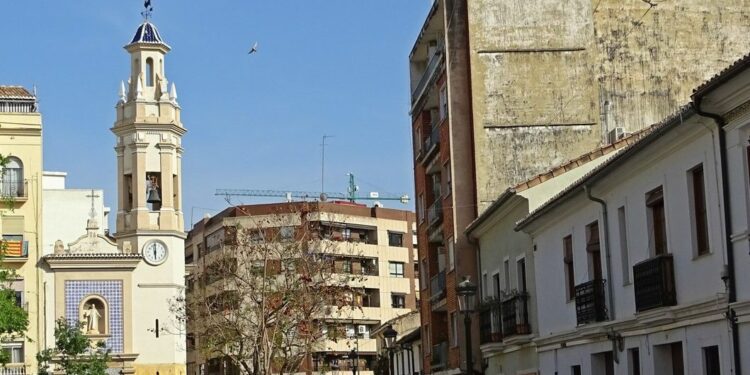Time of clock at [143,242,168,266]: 5:59
